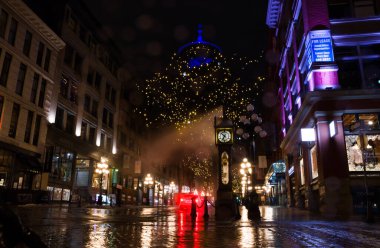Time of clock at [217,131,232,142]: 6:52
